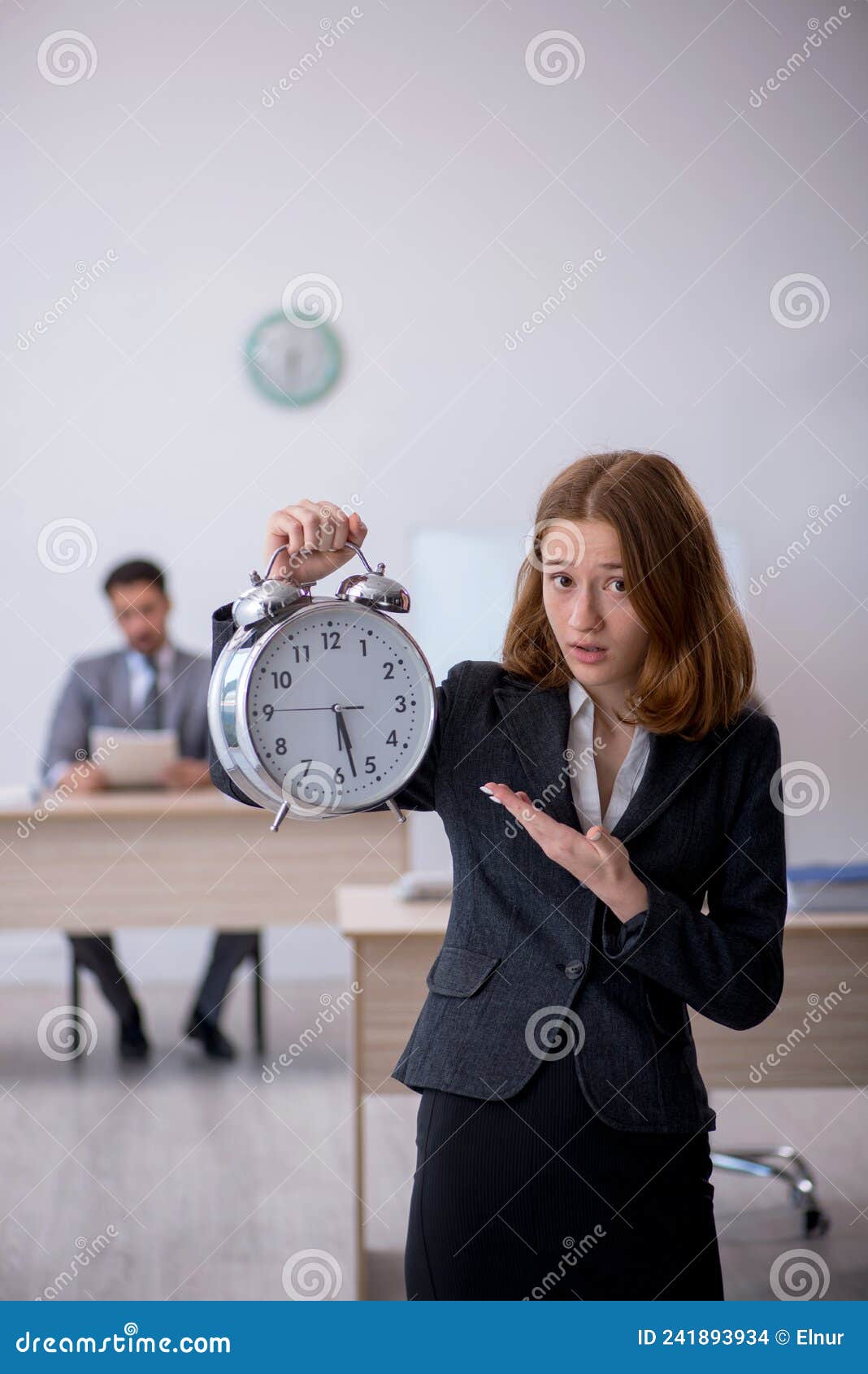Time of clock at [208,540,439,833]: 5:27
